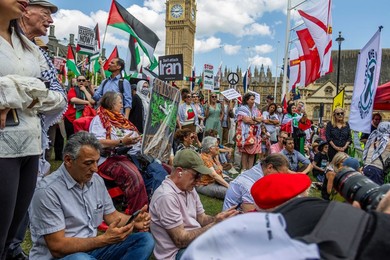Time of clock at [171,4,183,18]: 2:46
